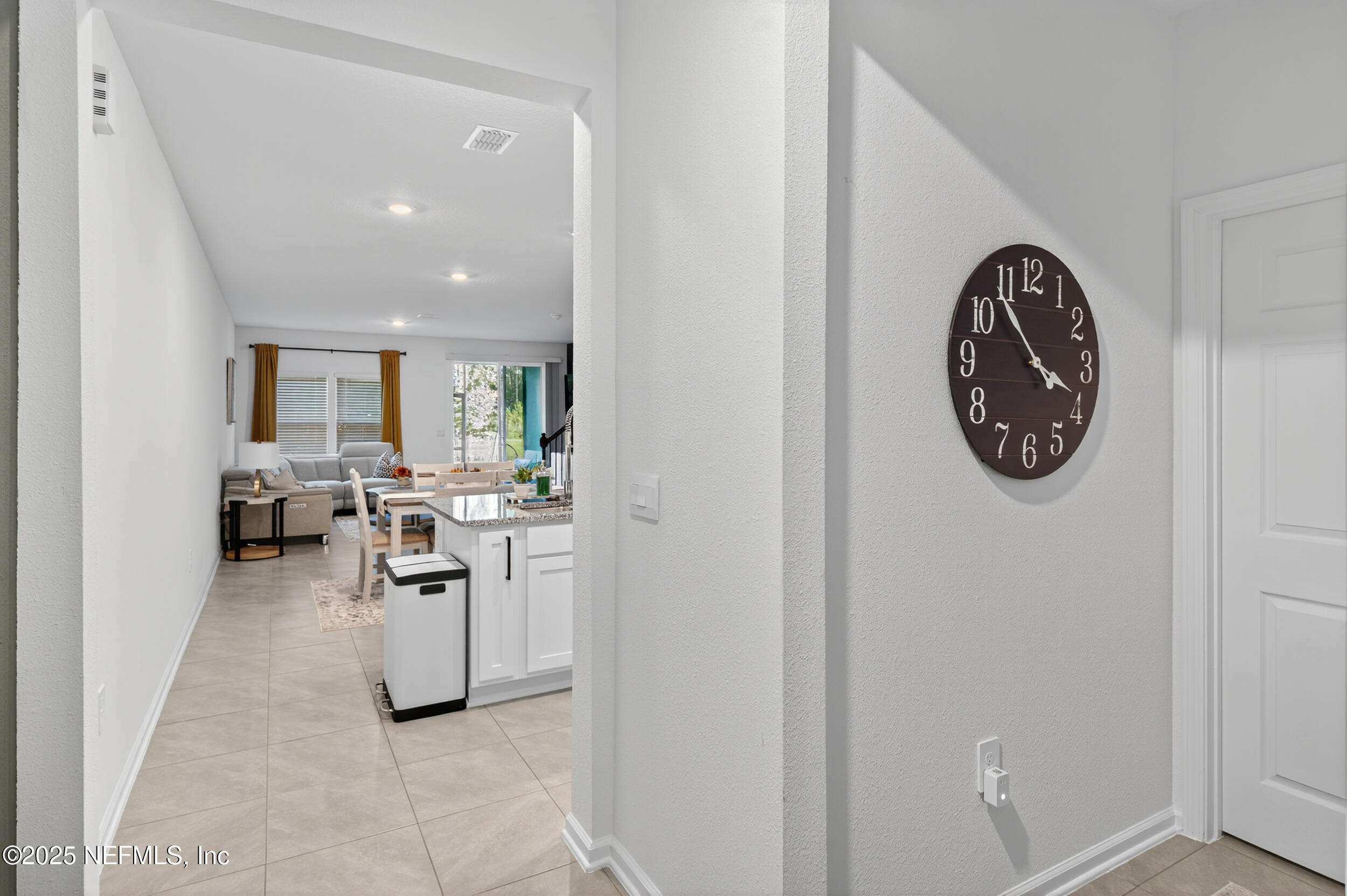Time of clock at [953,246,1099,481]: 3:53
